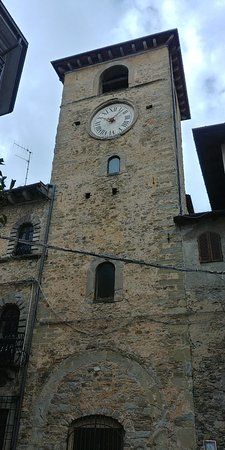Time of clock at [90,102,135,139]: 10:07
